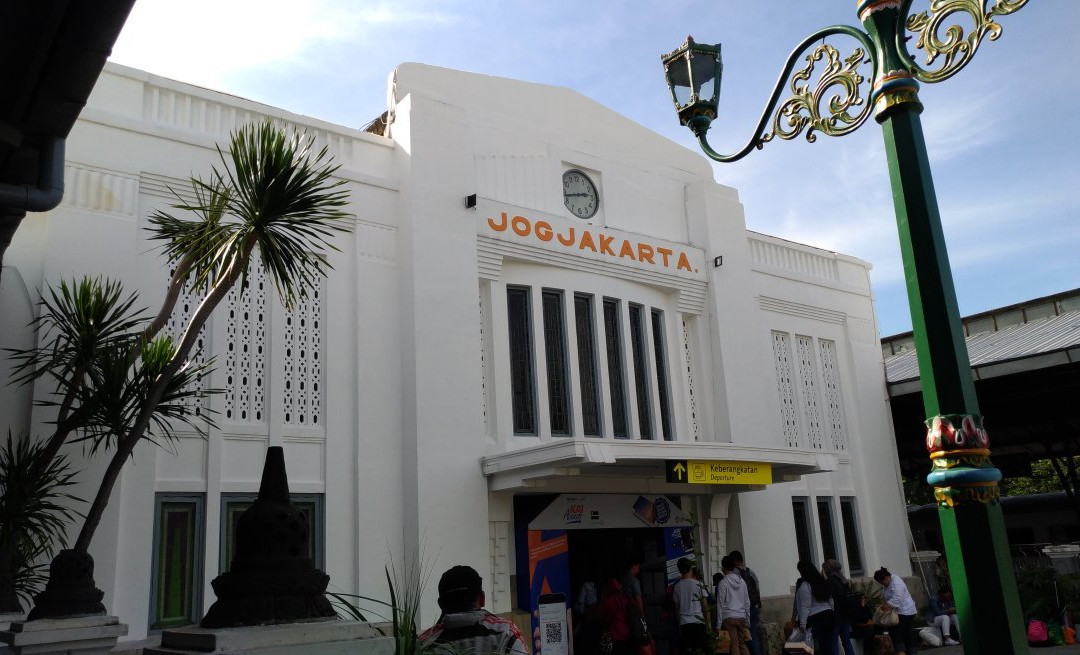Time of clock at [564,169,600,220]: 2:43
